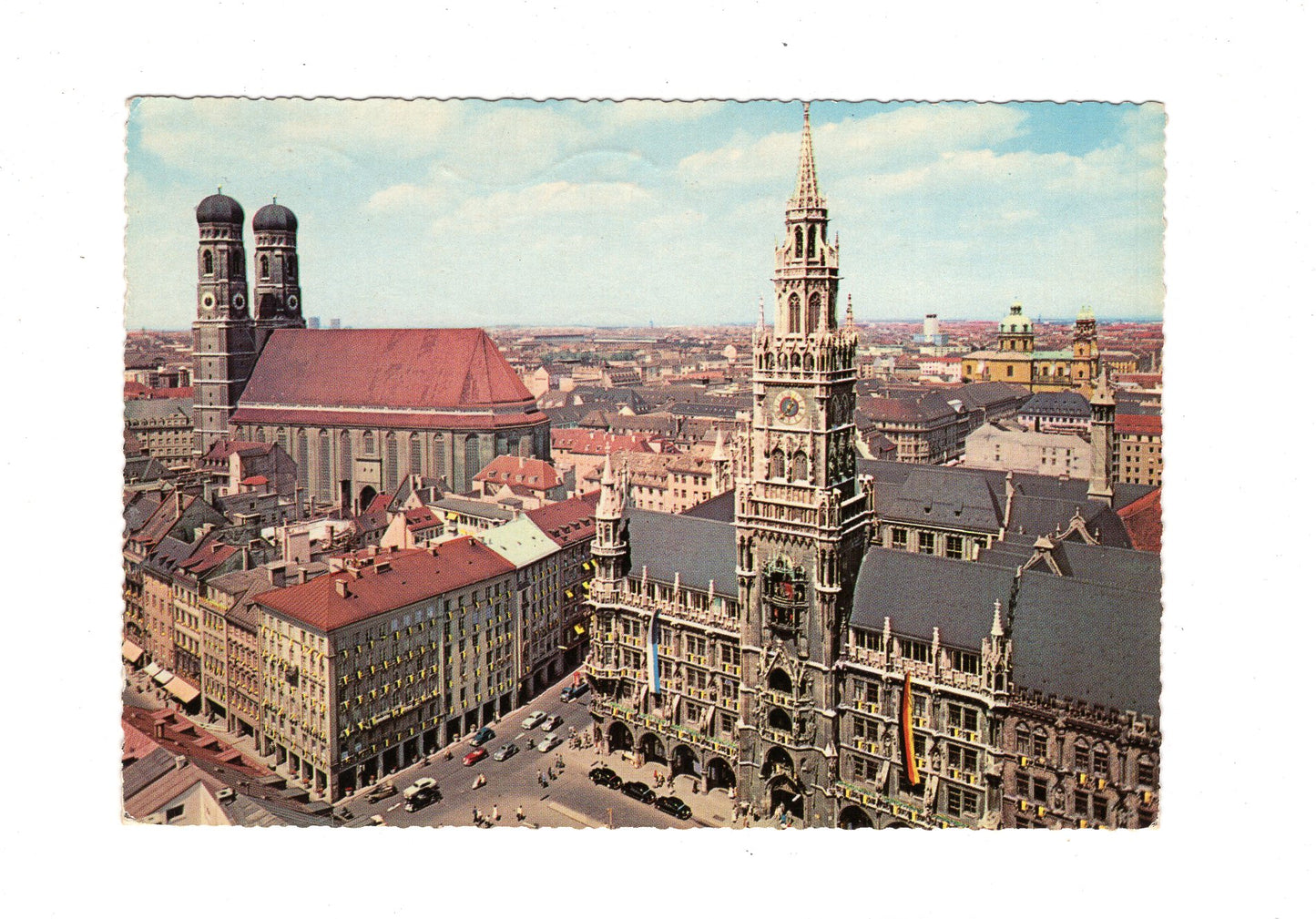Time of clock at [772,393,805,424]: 6:36
